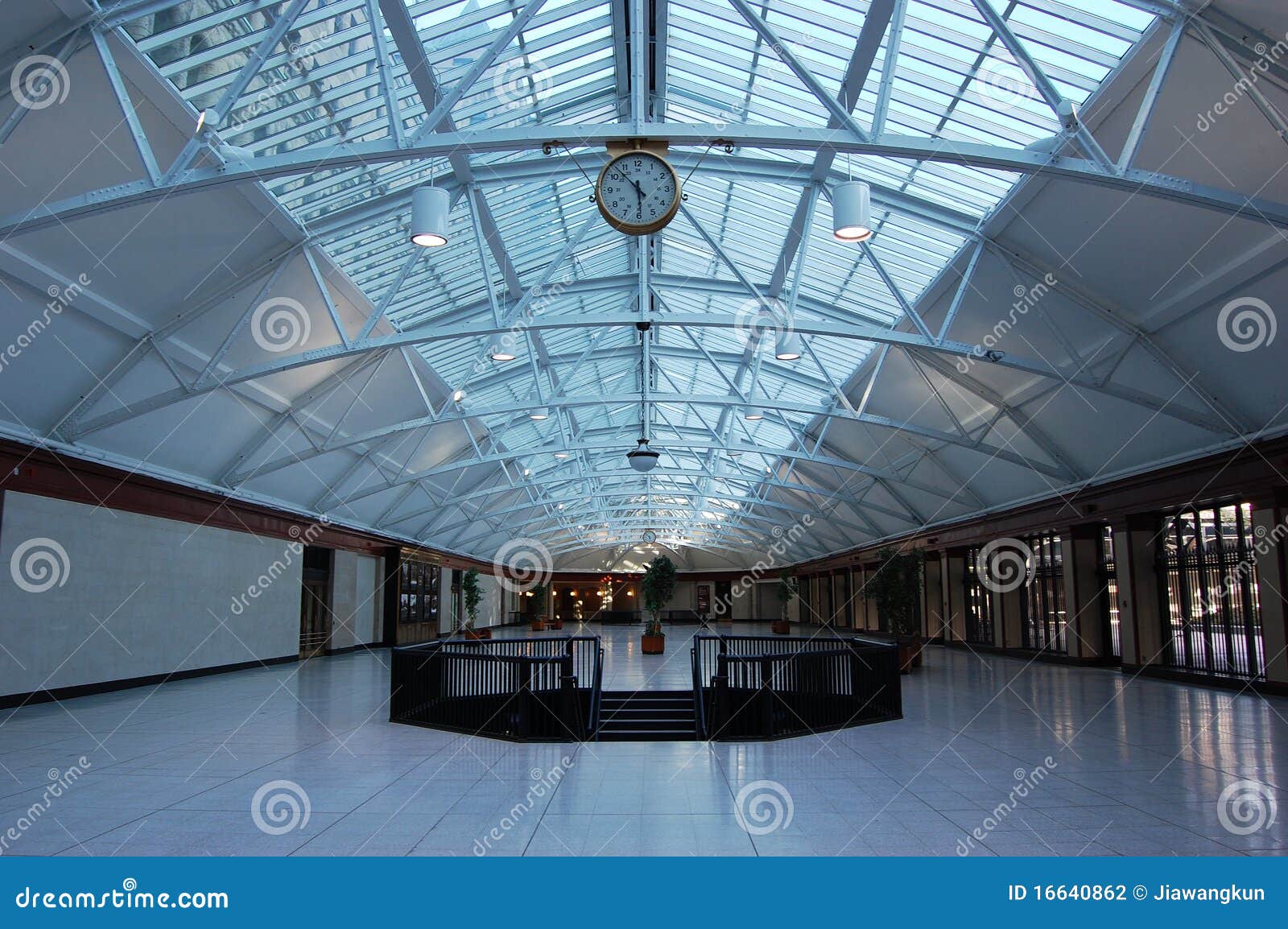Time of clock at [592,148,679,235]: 5:52
